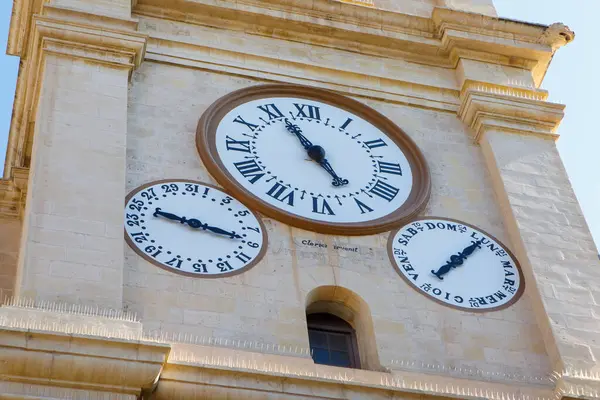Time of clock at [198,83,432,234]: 4:55
